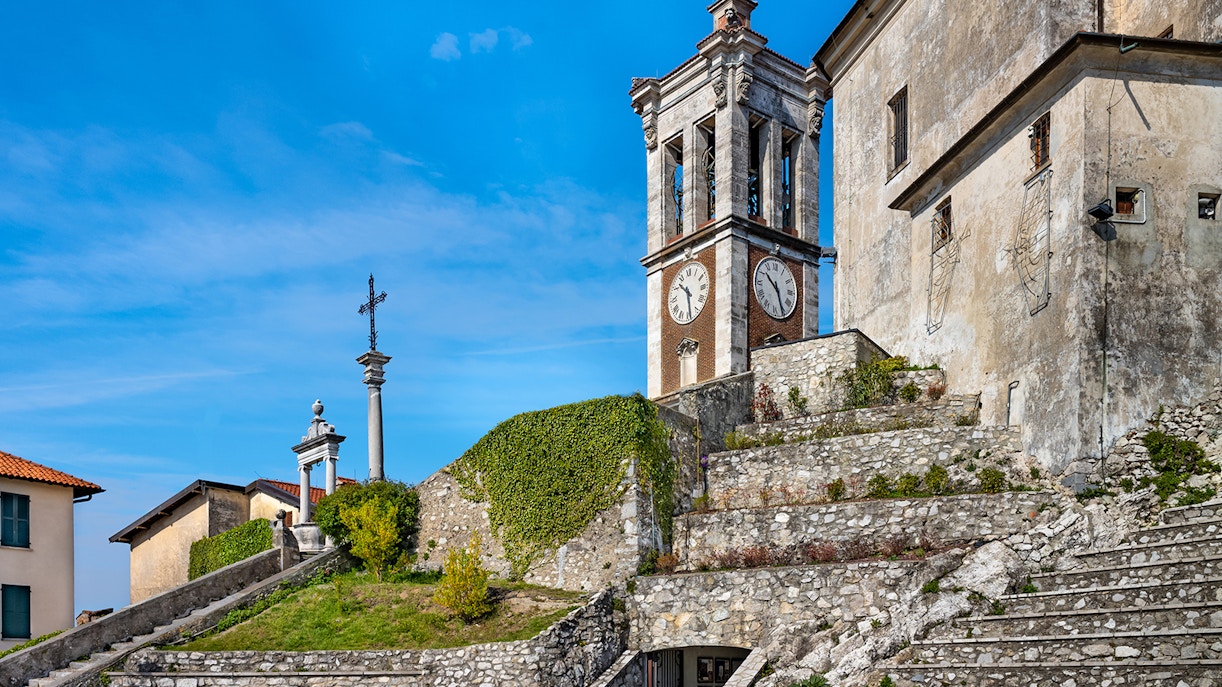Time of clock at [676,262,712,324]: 10:29
